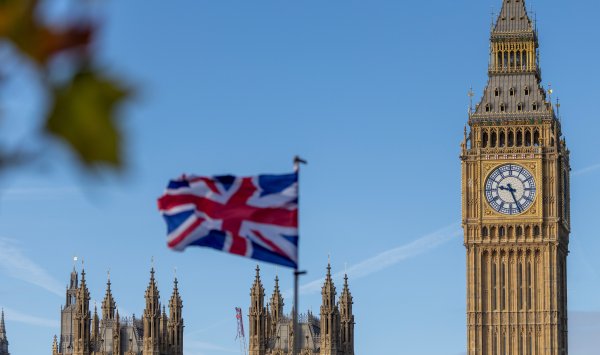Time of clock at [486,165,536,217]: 9:26
